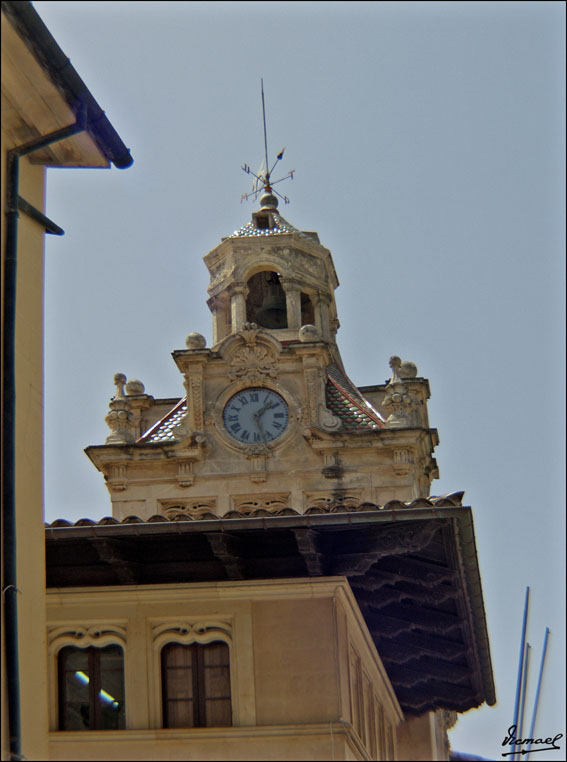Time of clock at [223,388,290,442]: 1:27
